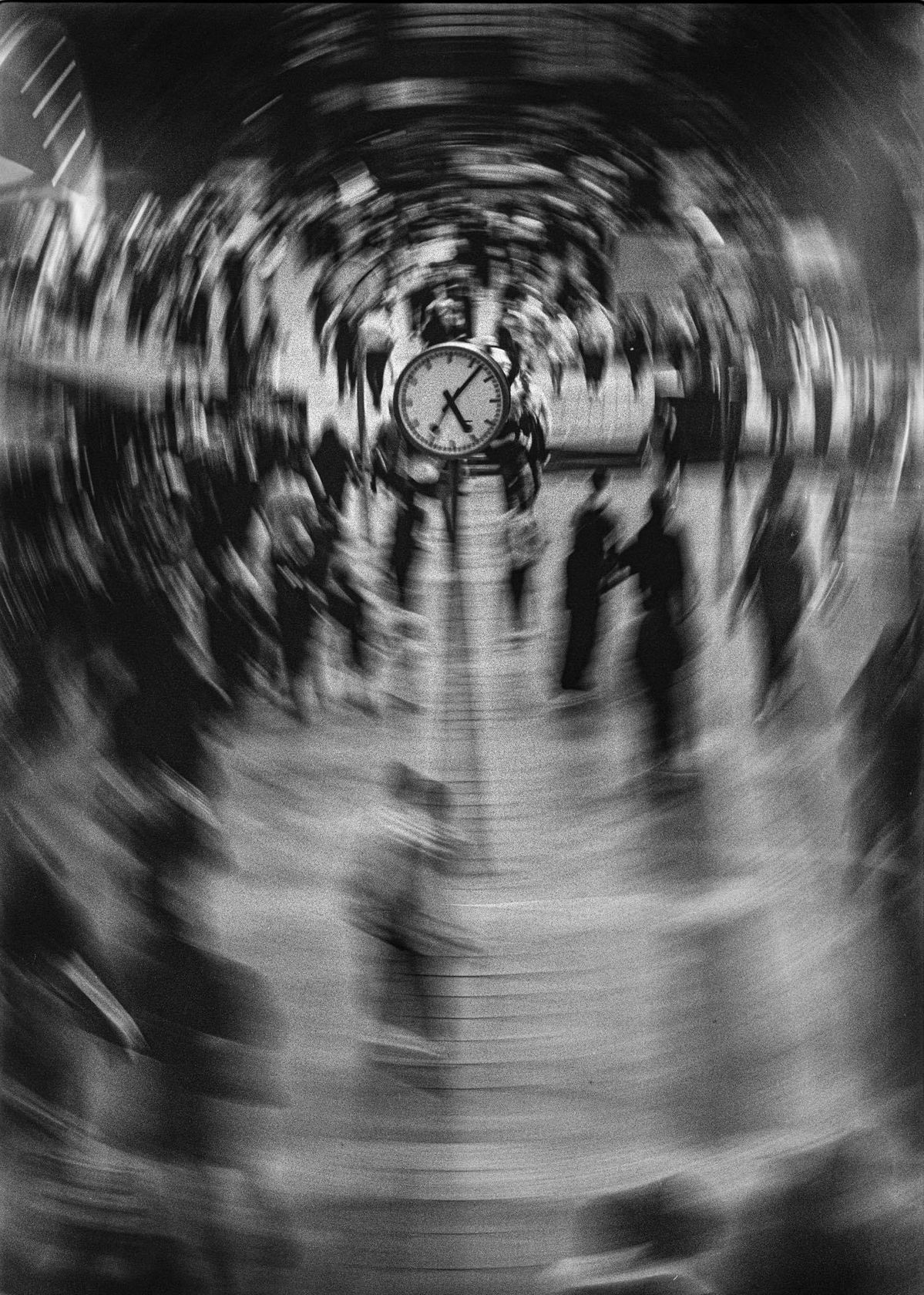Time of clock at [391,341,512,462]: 5:06
